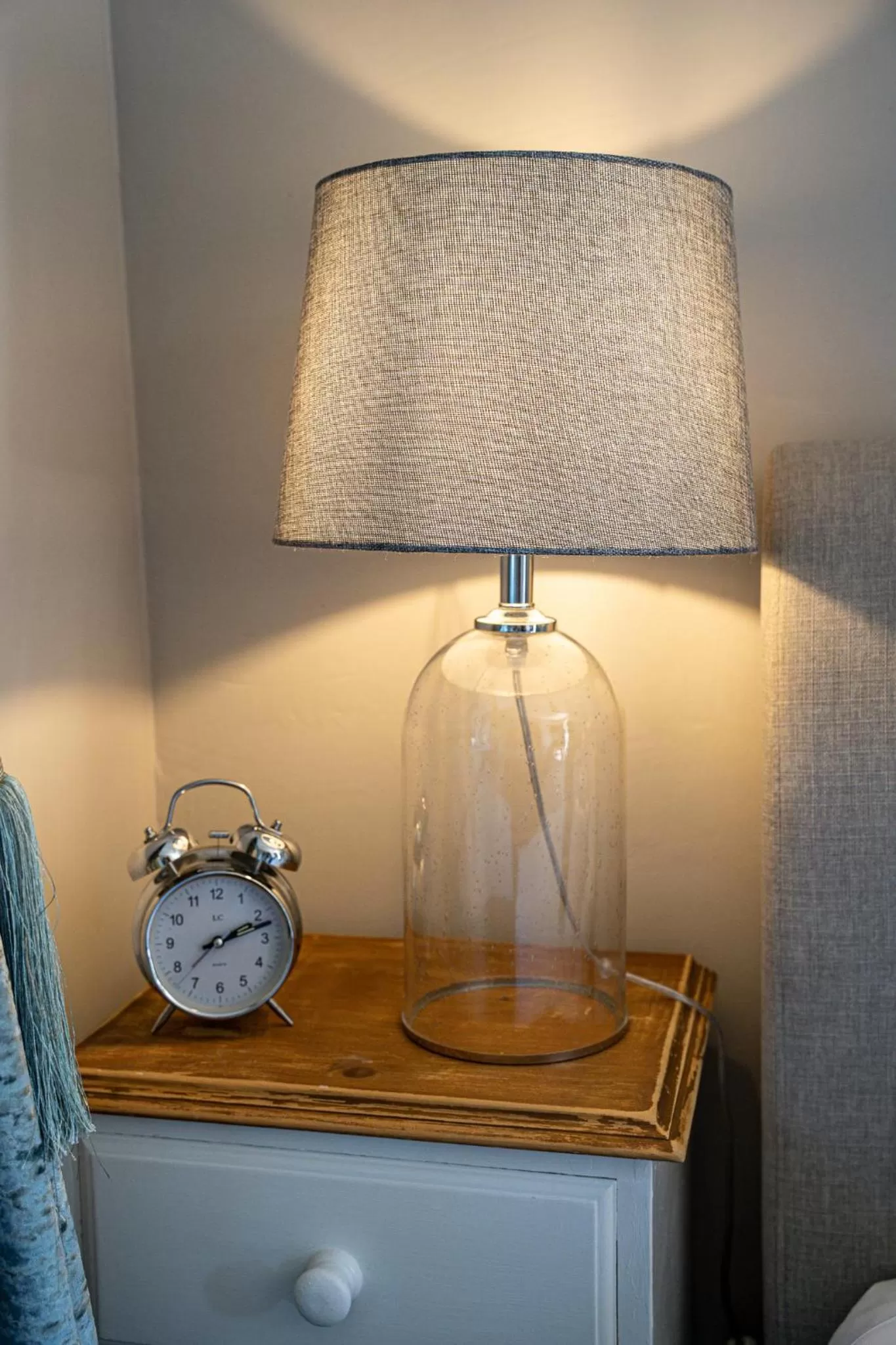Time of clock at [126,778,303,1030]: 2:12
